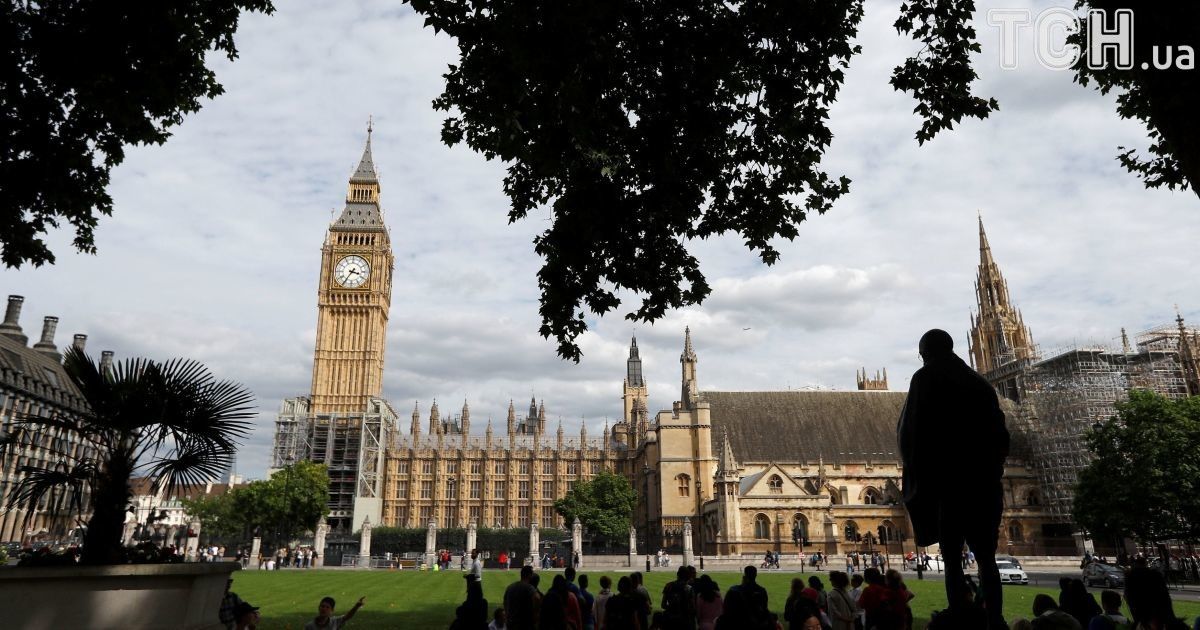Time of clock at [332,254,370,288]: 3:35
